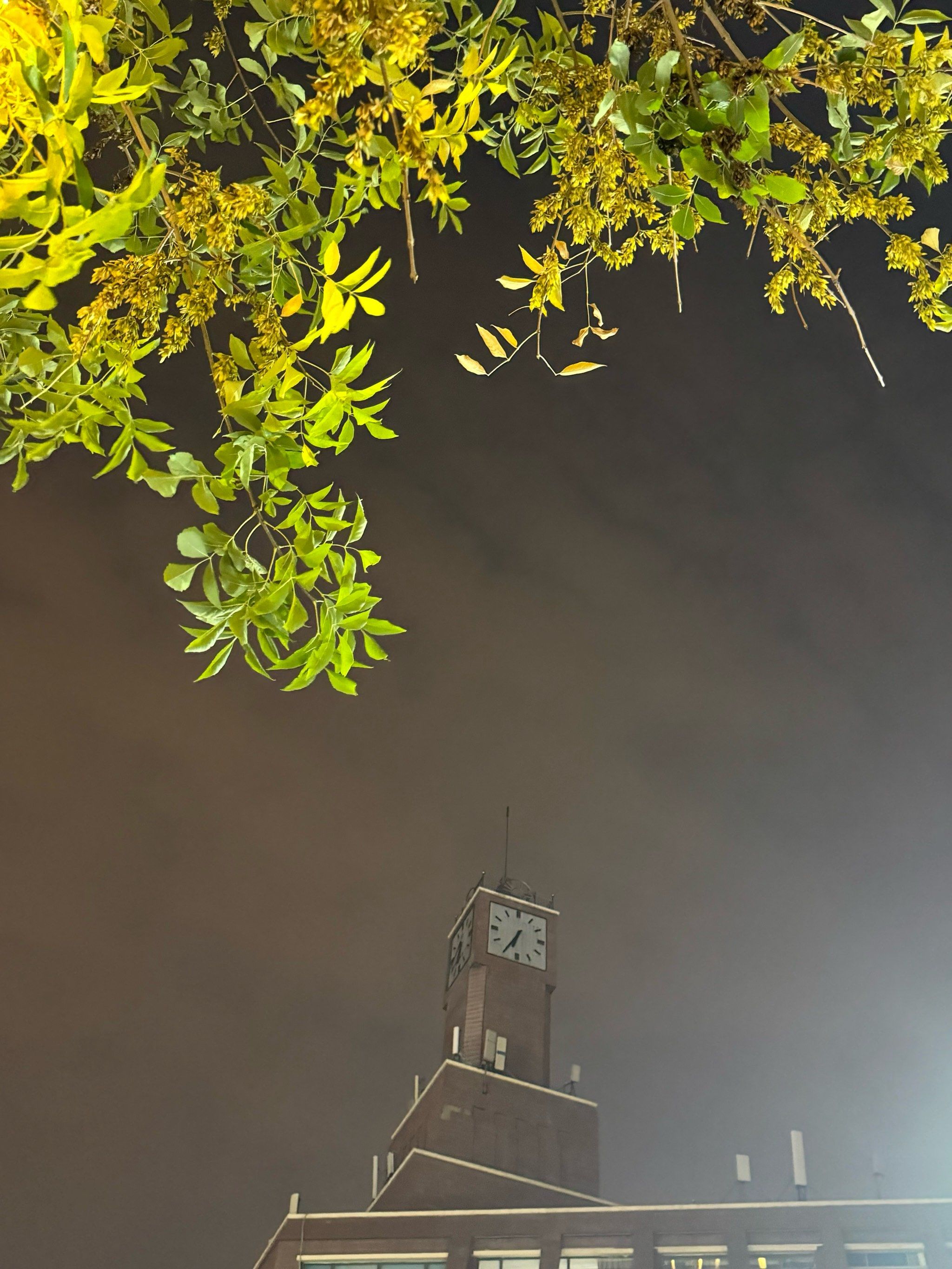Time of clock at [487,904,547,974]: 6:34
